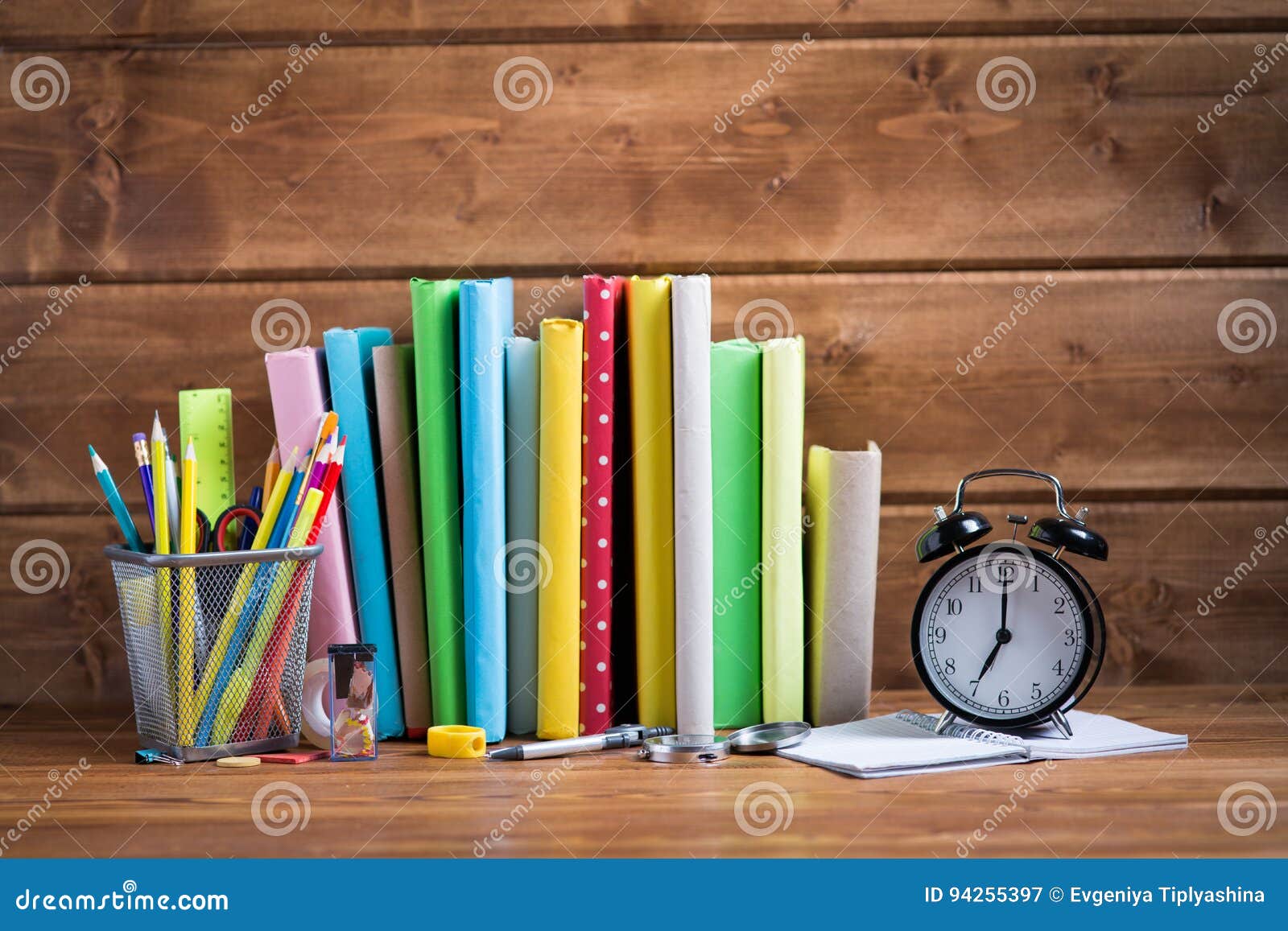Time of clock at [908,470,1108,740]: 7:00
